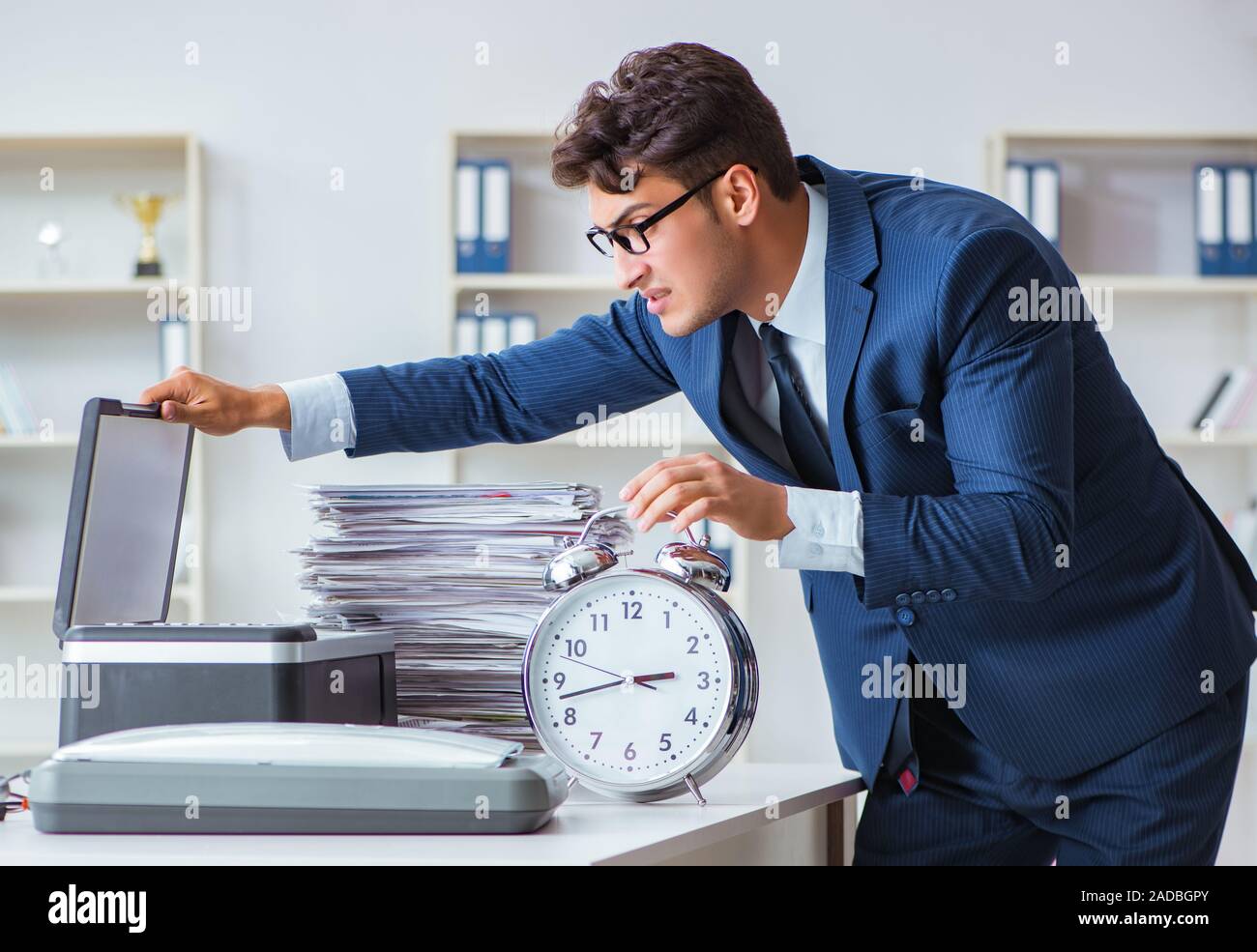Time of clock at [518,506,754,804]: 2:42
